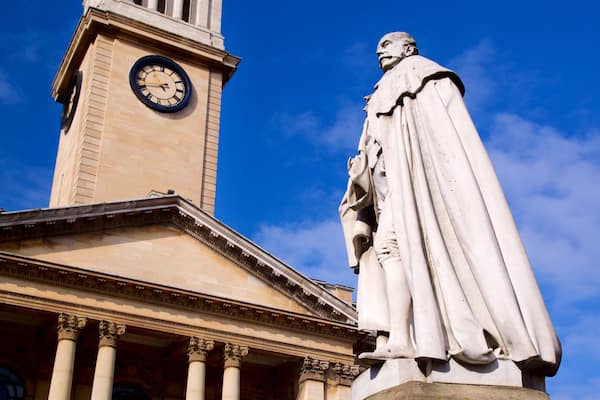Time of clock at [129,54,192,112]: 4:41
